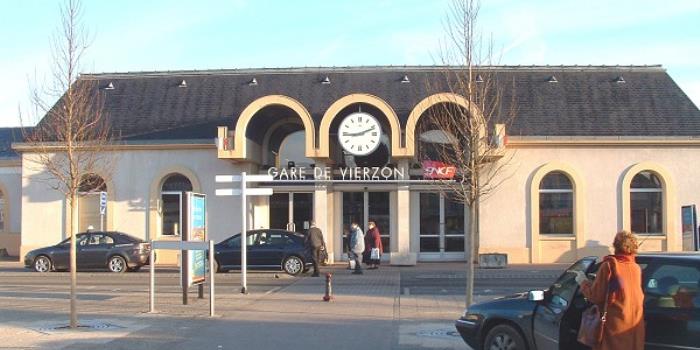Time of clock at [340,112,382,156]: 9:11
